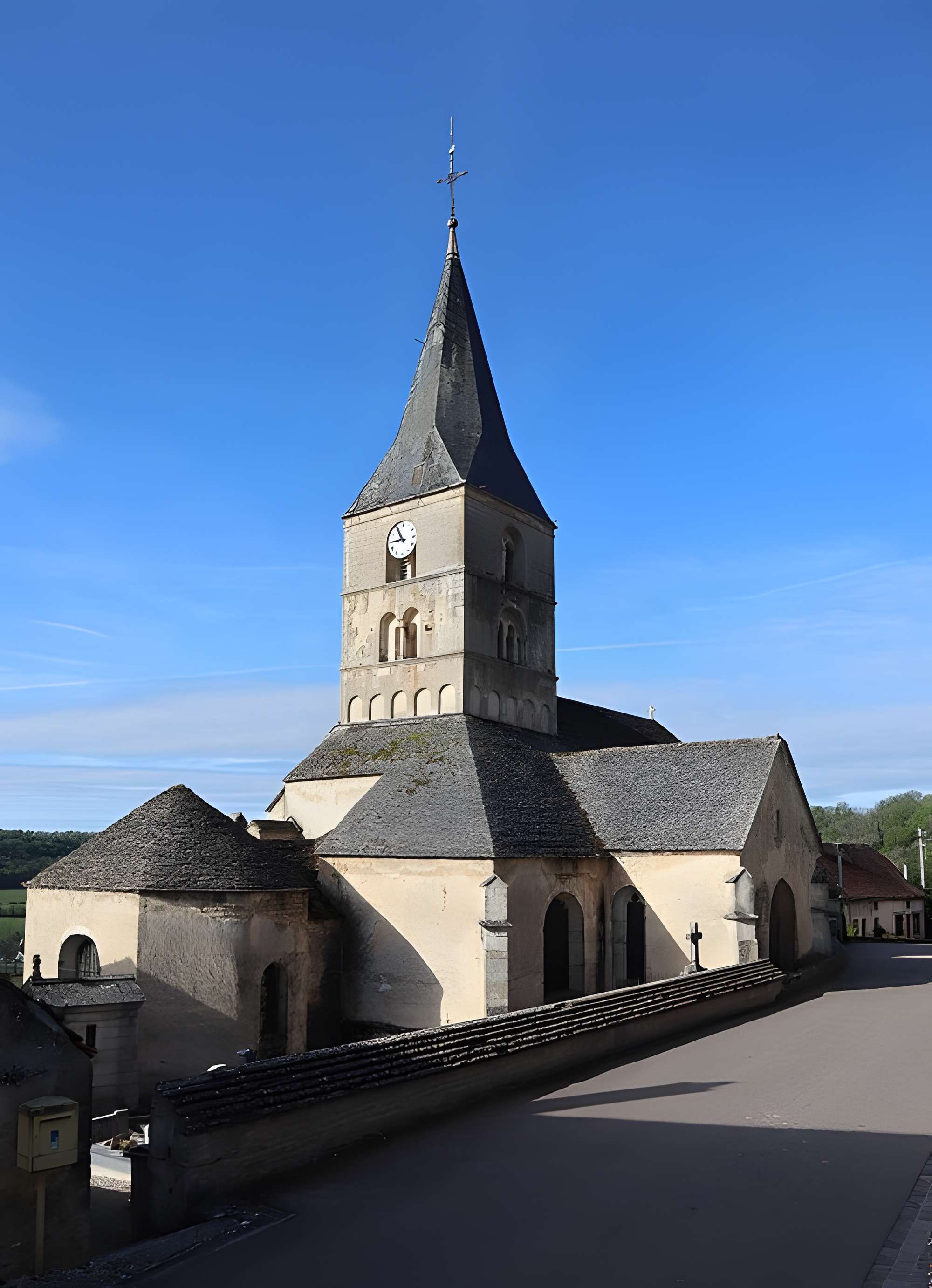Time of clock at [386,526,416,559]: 8:54
